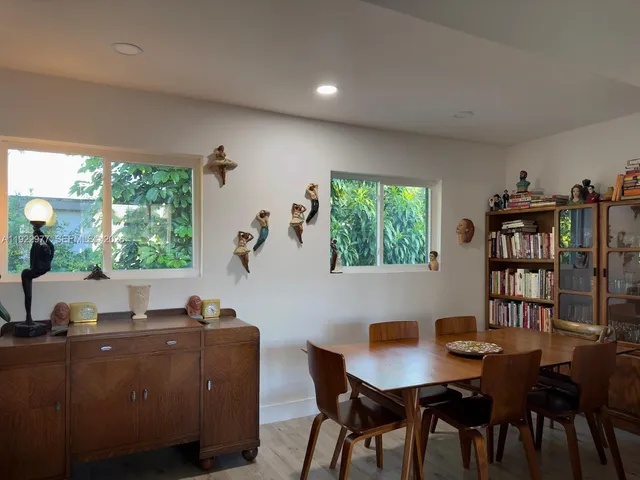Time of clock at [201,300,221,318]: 4:26
